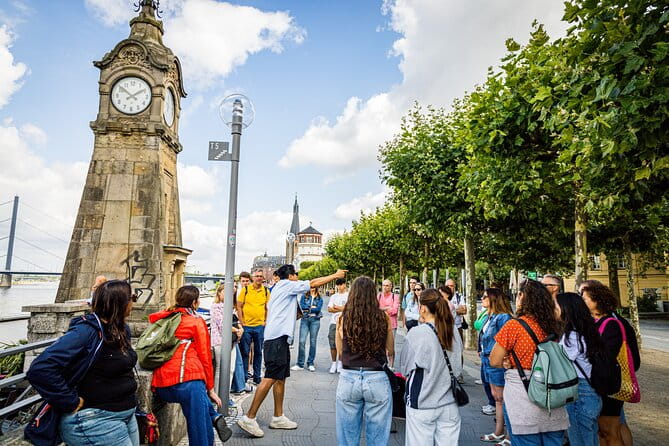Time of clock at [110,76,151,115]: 1:51
